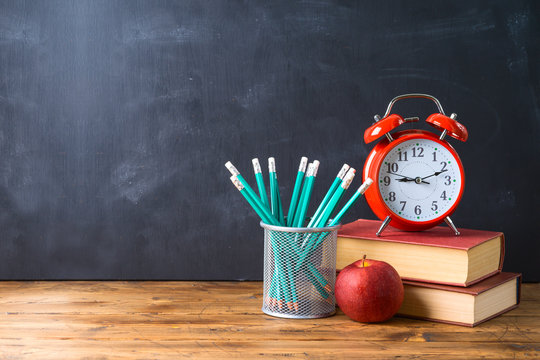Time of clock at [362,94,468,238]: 9:11
